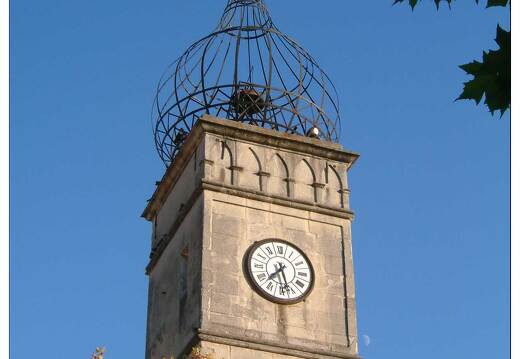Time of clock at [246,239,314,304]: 7:27
